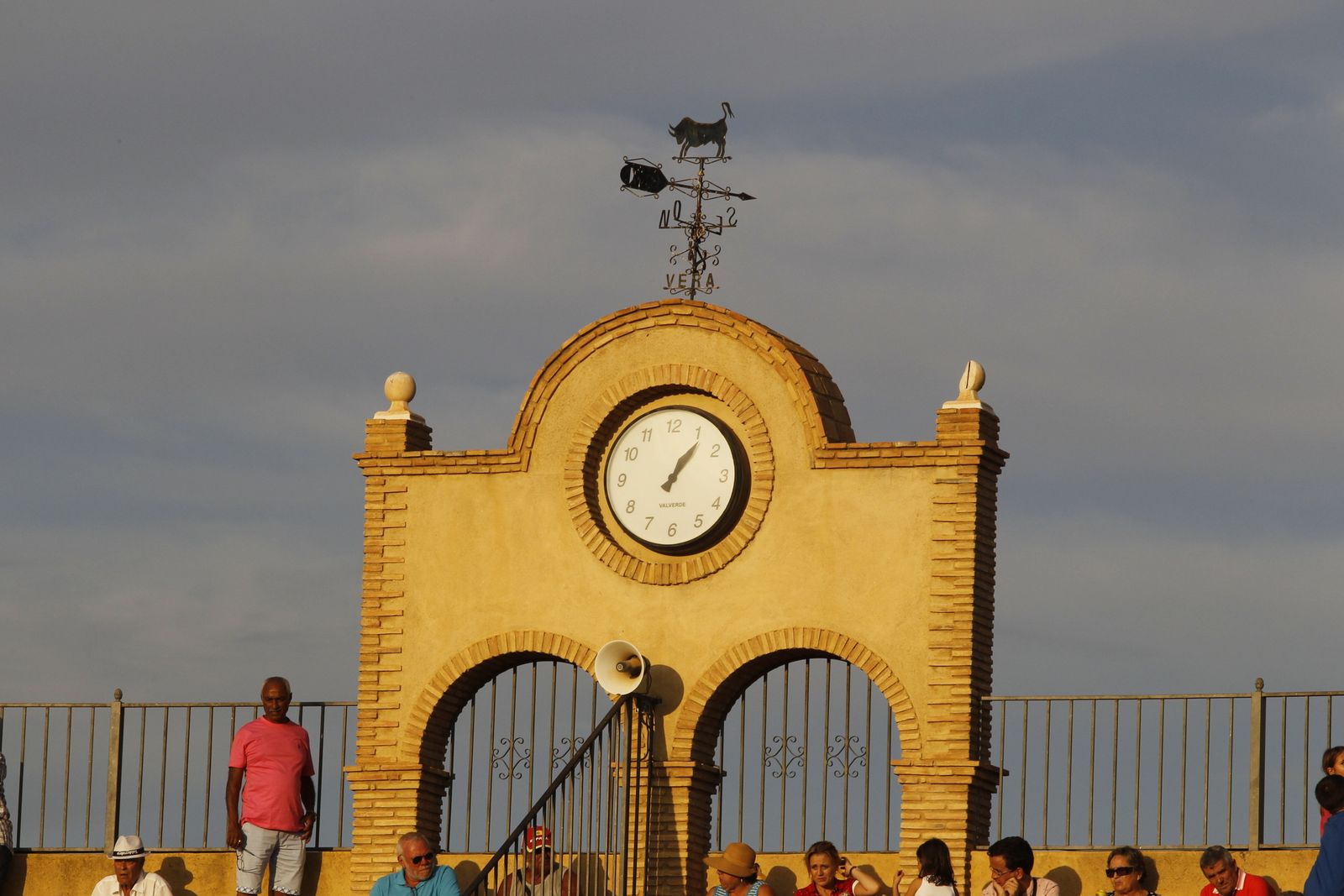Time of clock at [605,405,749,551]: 1:06
